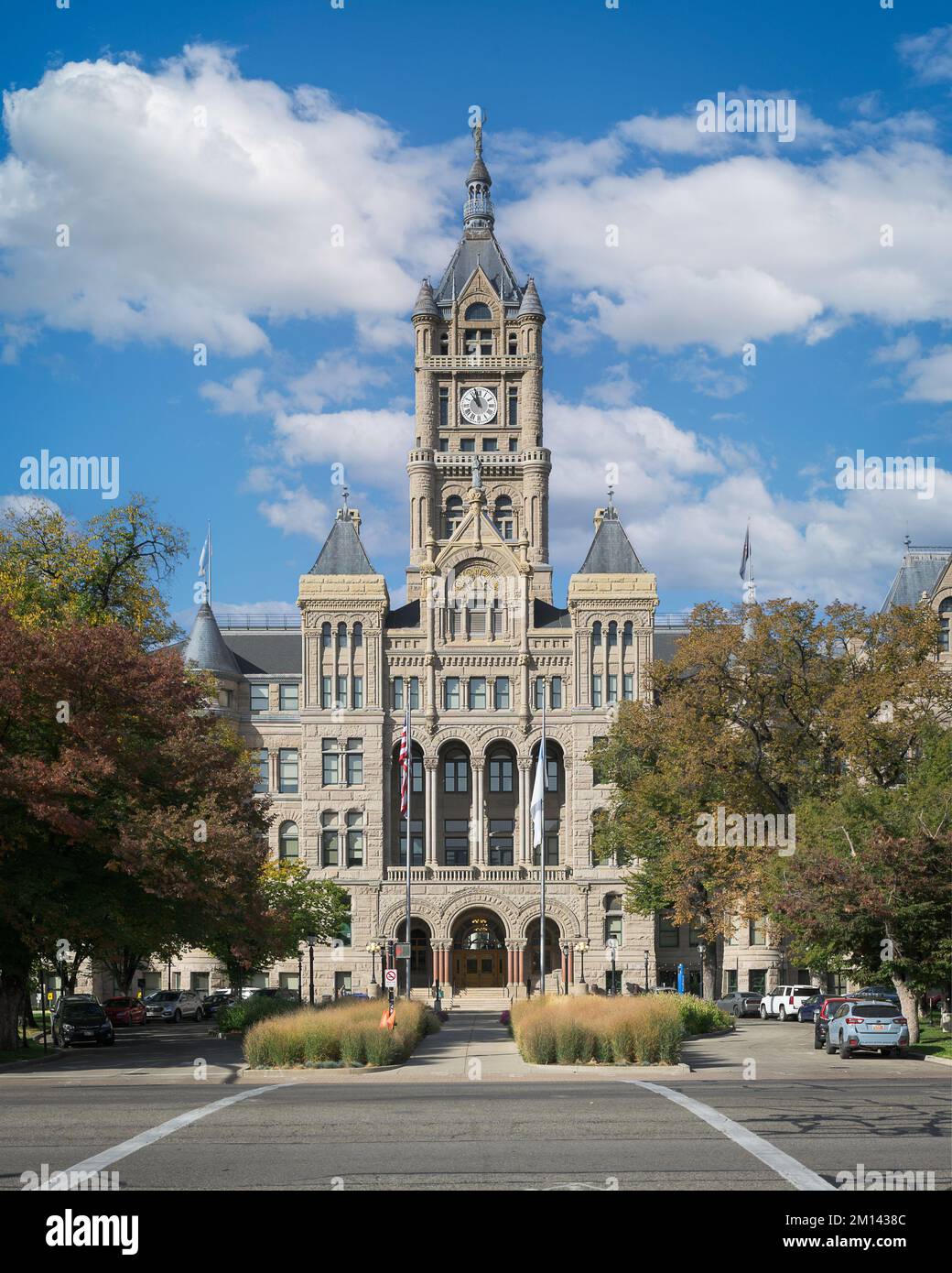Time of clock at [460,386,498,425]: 10:58
